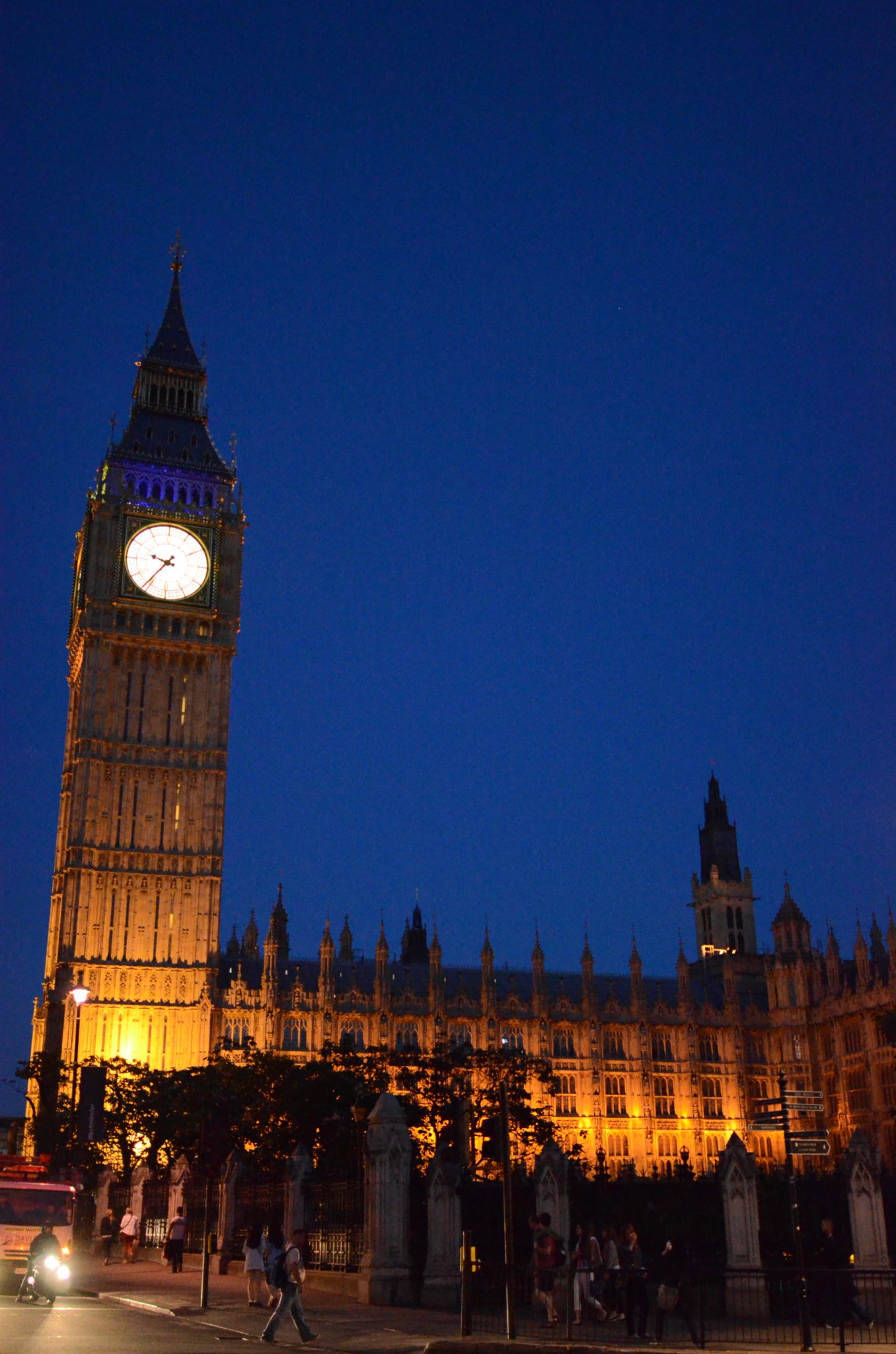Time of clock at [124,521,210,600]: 9:36
